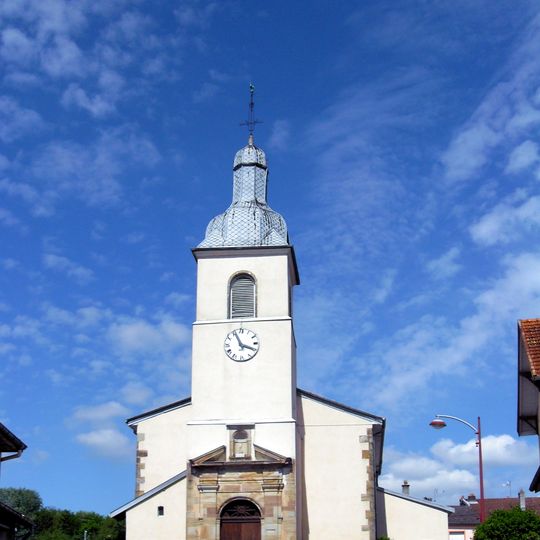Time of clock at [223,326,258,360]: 3:55
